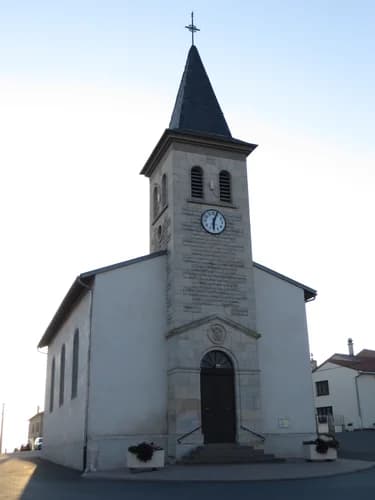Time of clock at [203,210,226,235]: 6:03
